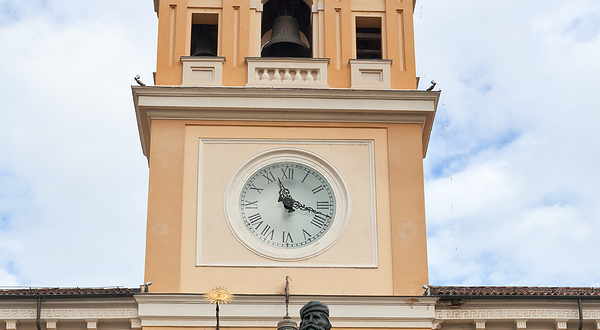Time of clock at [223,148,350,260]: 11:18
